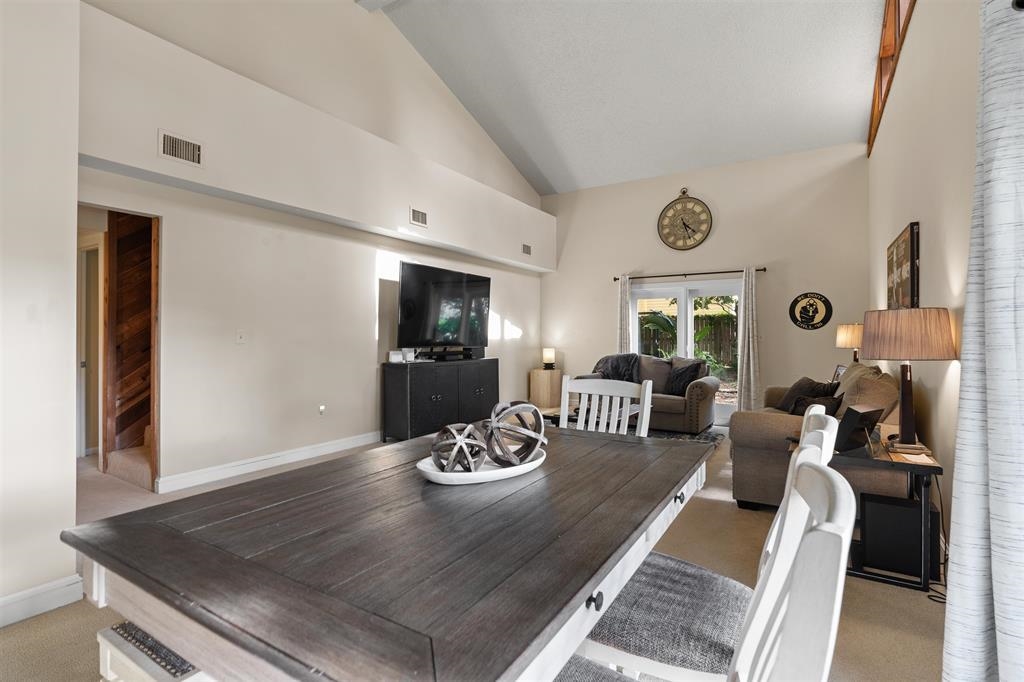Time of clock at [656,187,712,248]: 4:26
